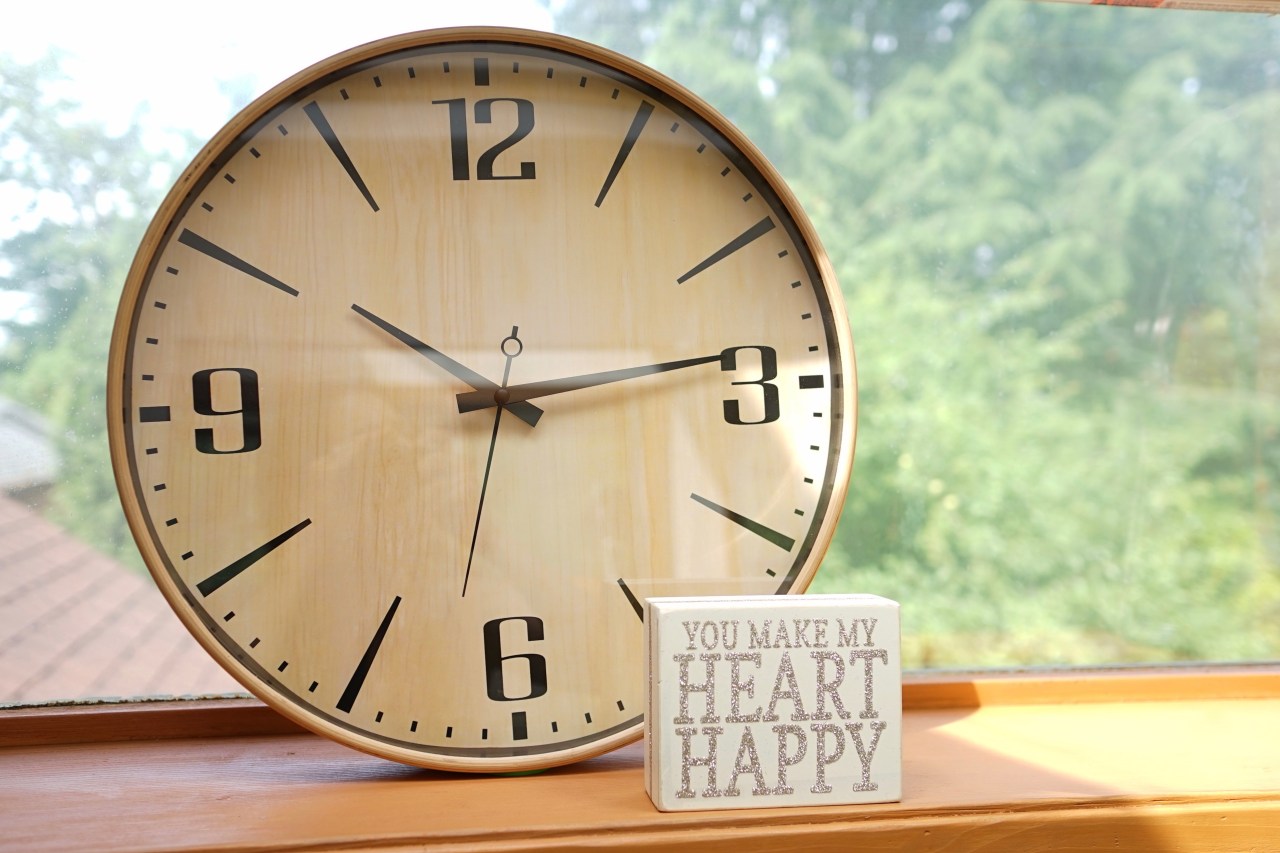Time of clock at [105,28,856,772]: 10:13
